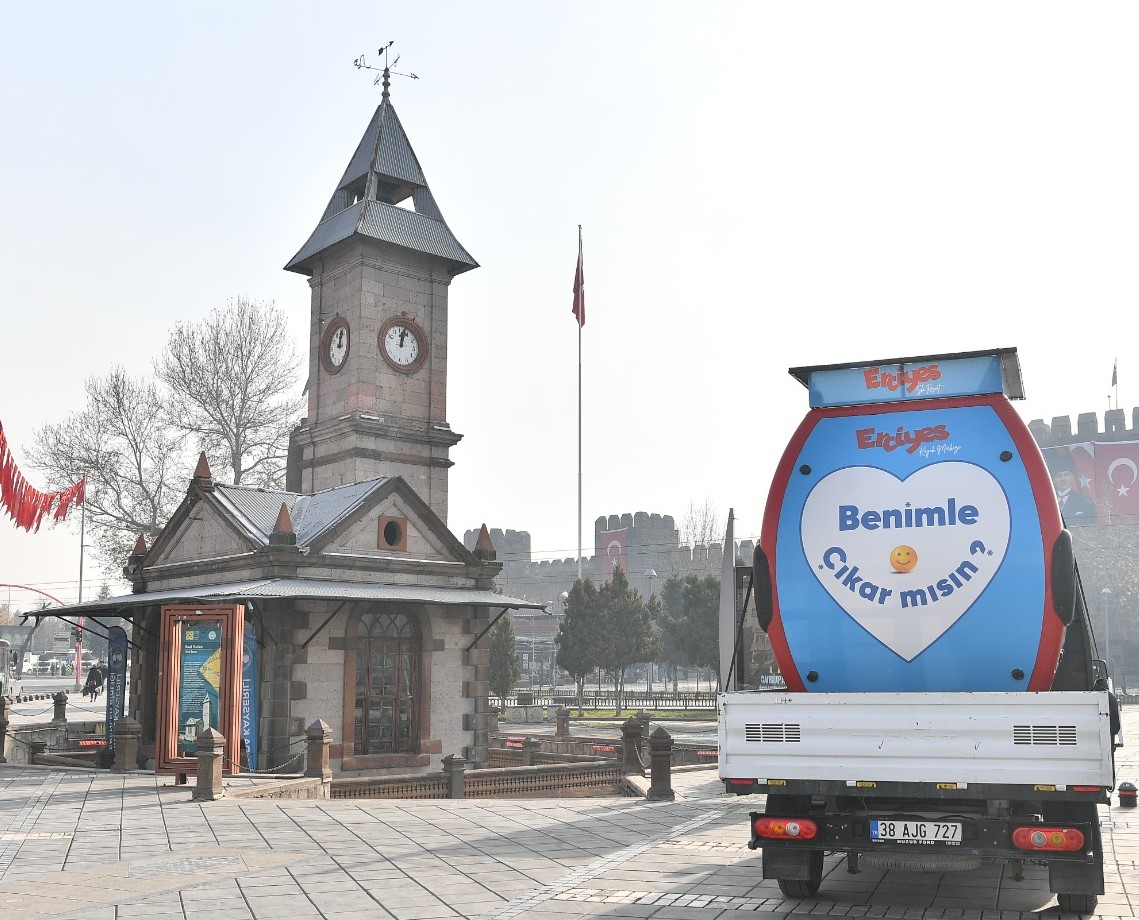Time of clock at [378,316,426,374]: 12:02
